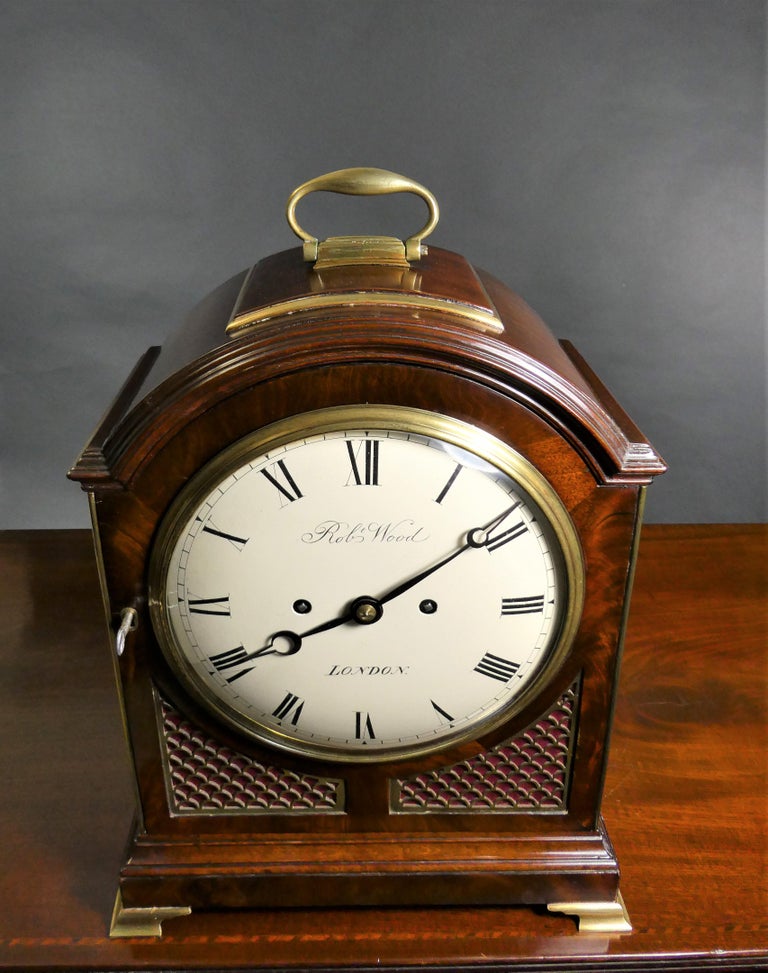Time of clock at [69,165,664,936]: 8:09
